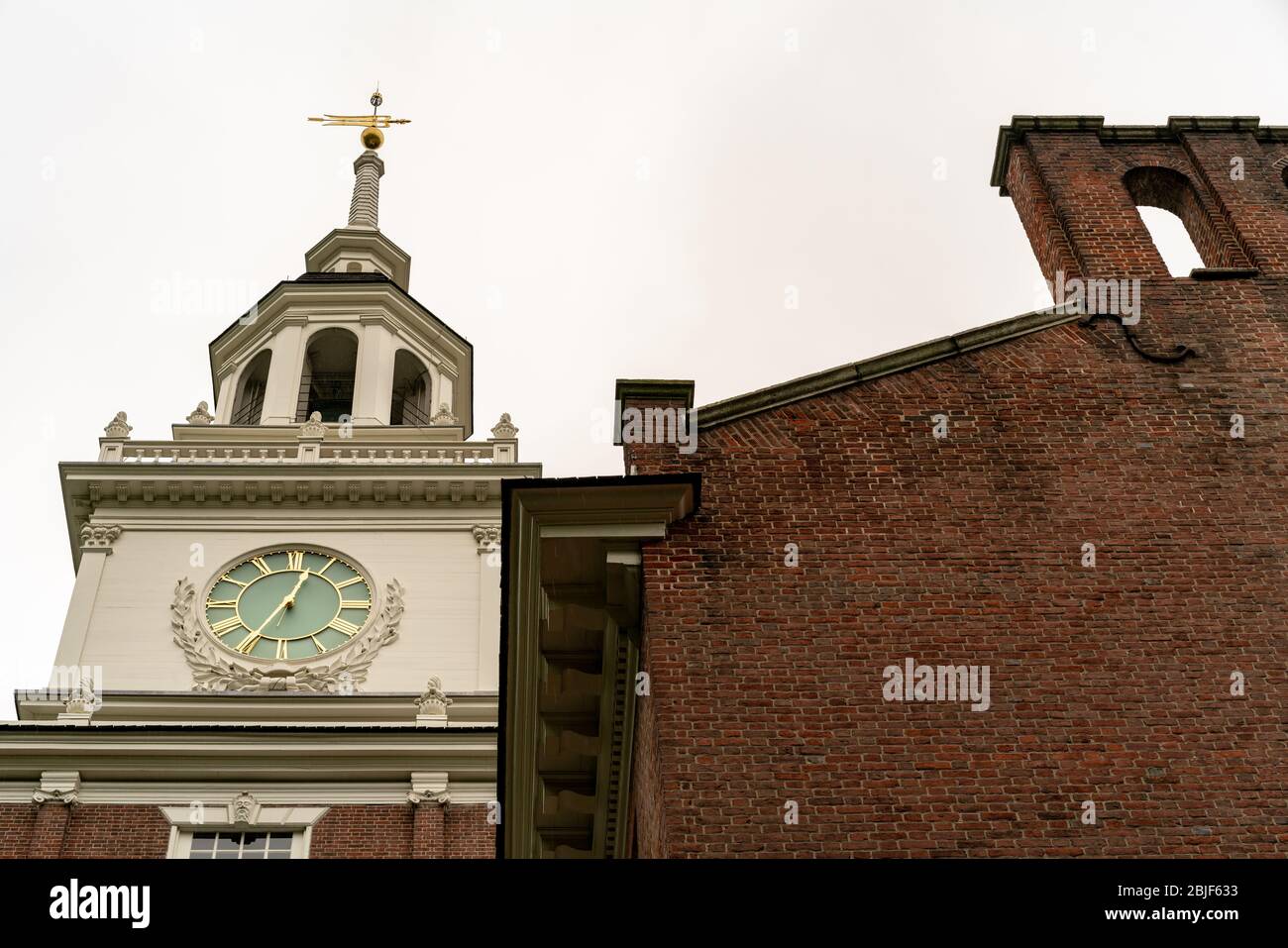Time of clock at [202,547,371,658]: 12:35
